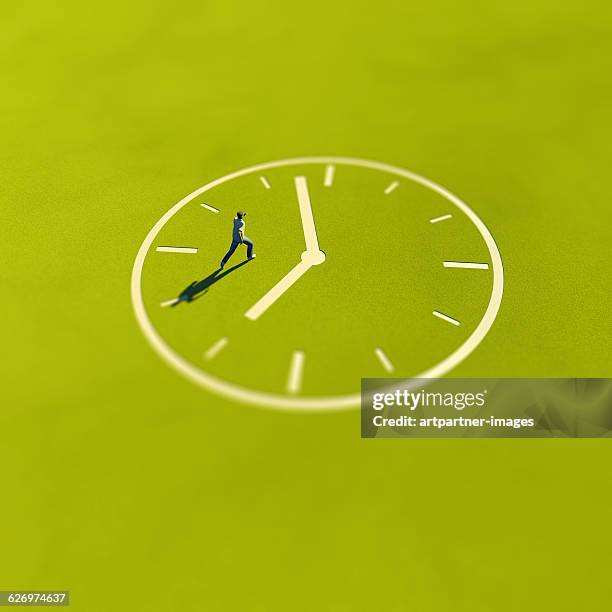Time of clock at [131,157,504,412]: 6:57
